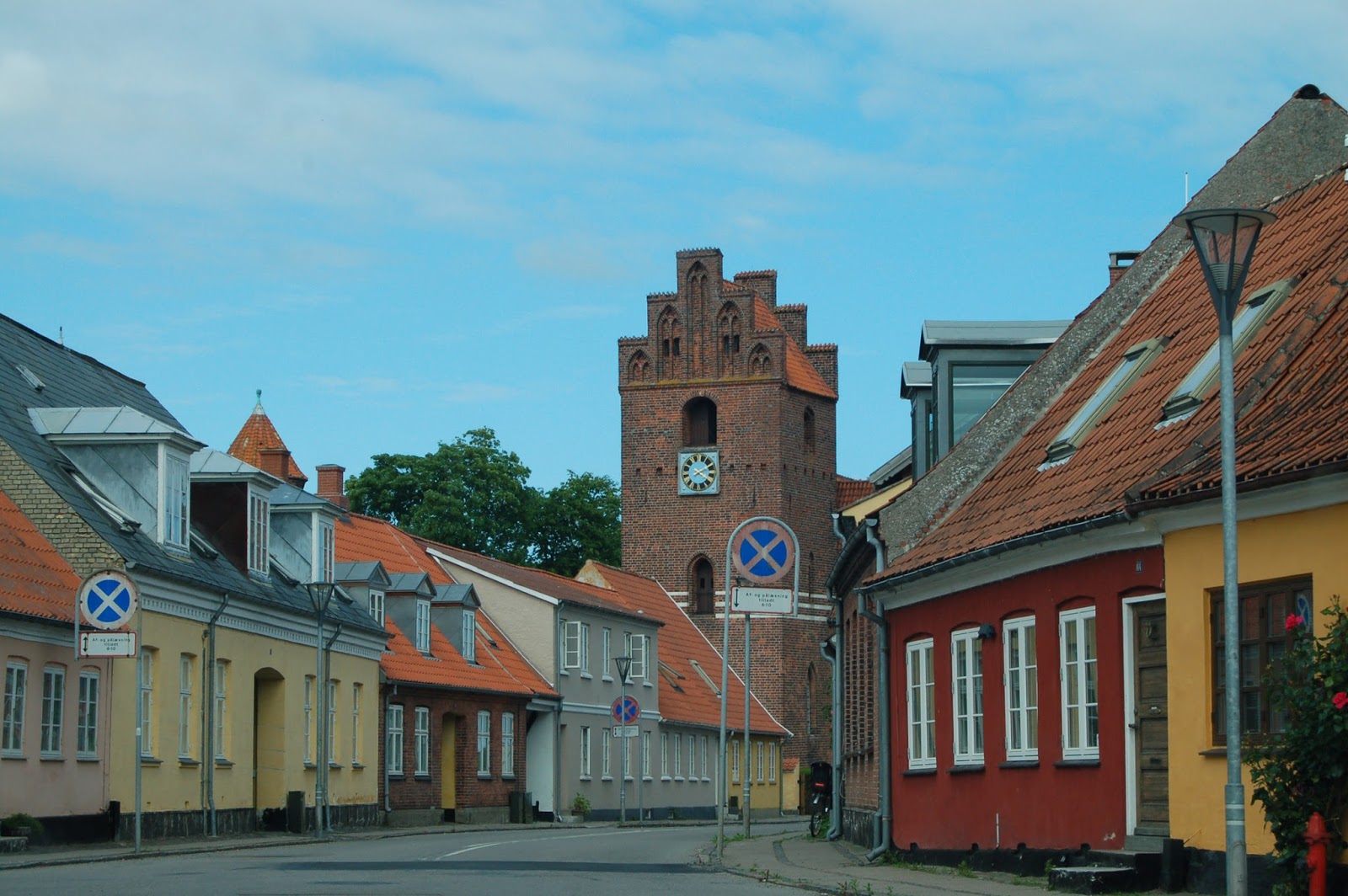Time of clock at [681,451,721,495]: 4:09
